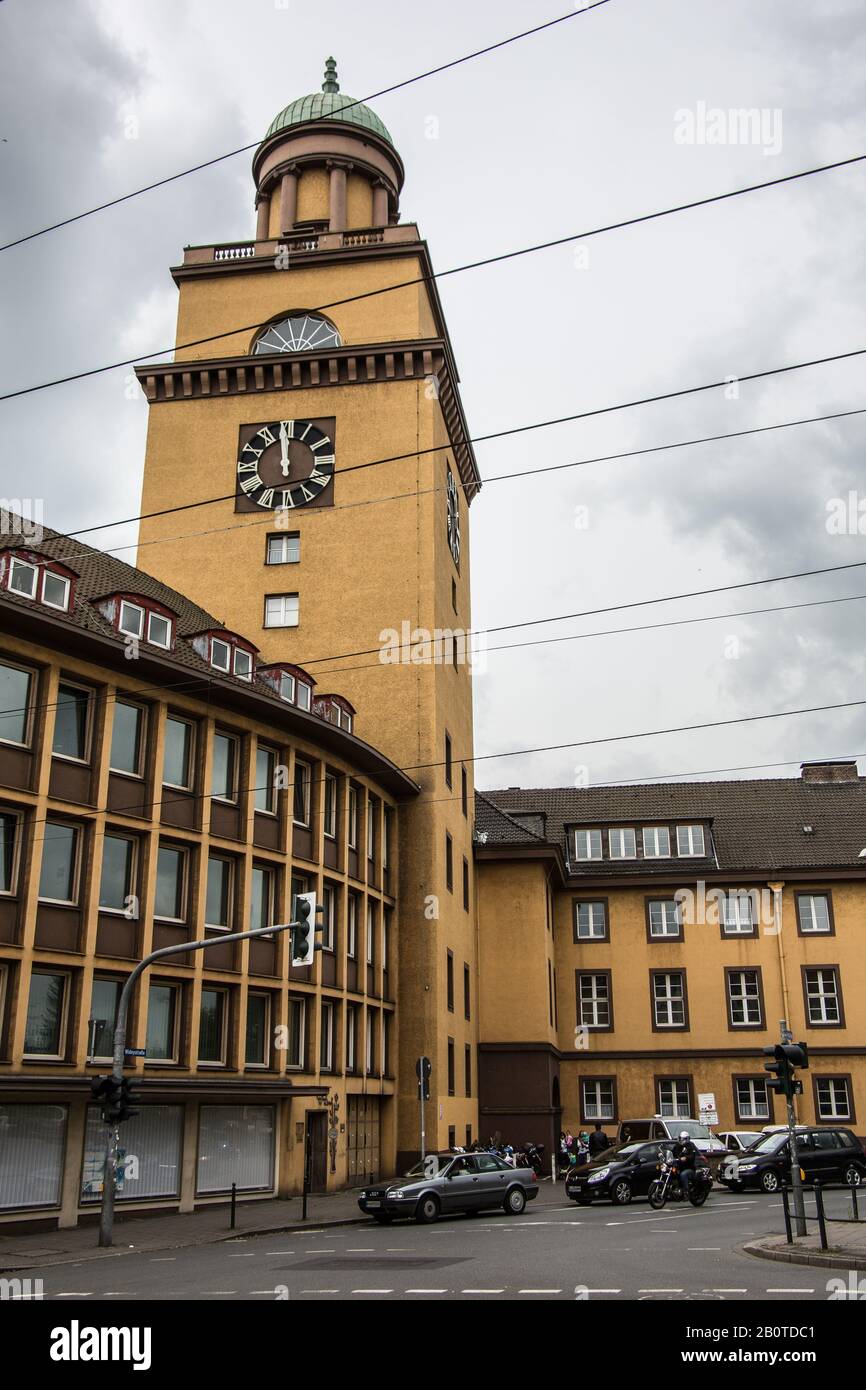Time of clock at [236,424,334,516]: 11:58
